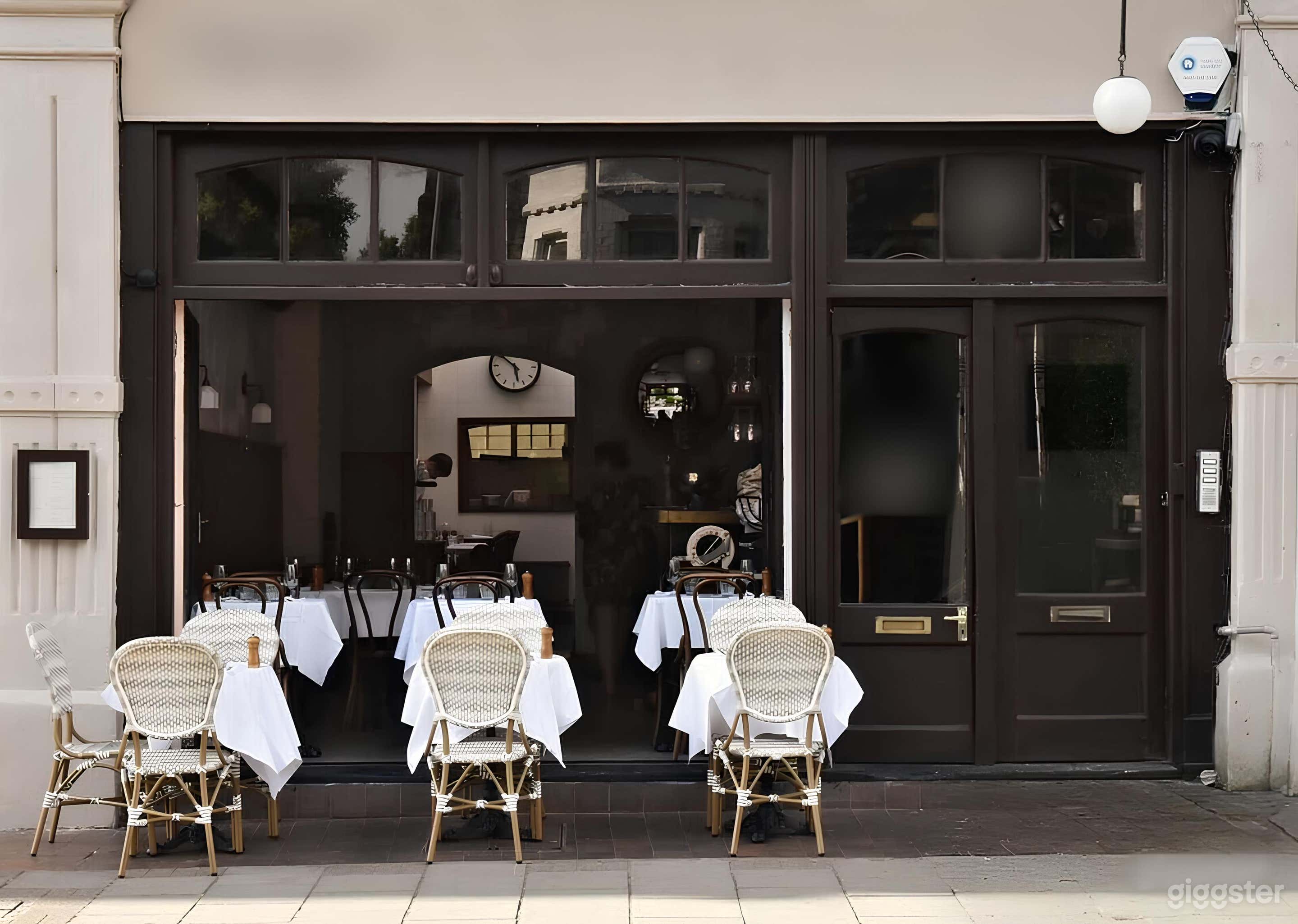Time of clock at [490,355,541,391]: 5:51
